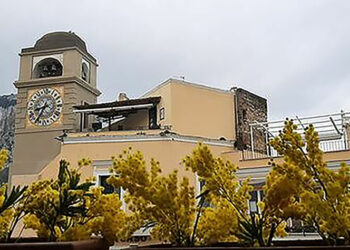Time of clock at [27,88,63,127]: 8:35
